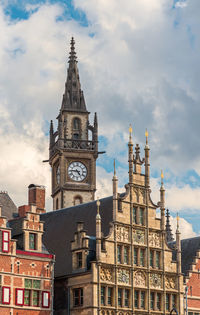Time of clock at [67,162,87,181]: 4:45
